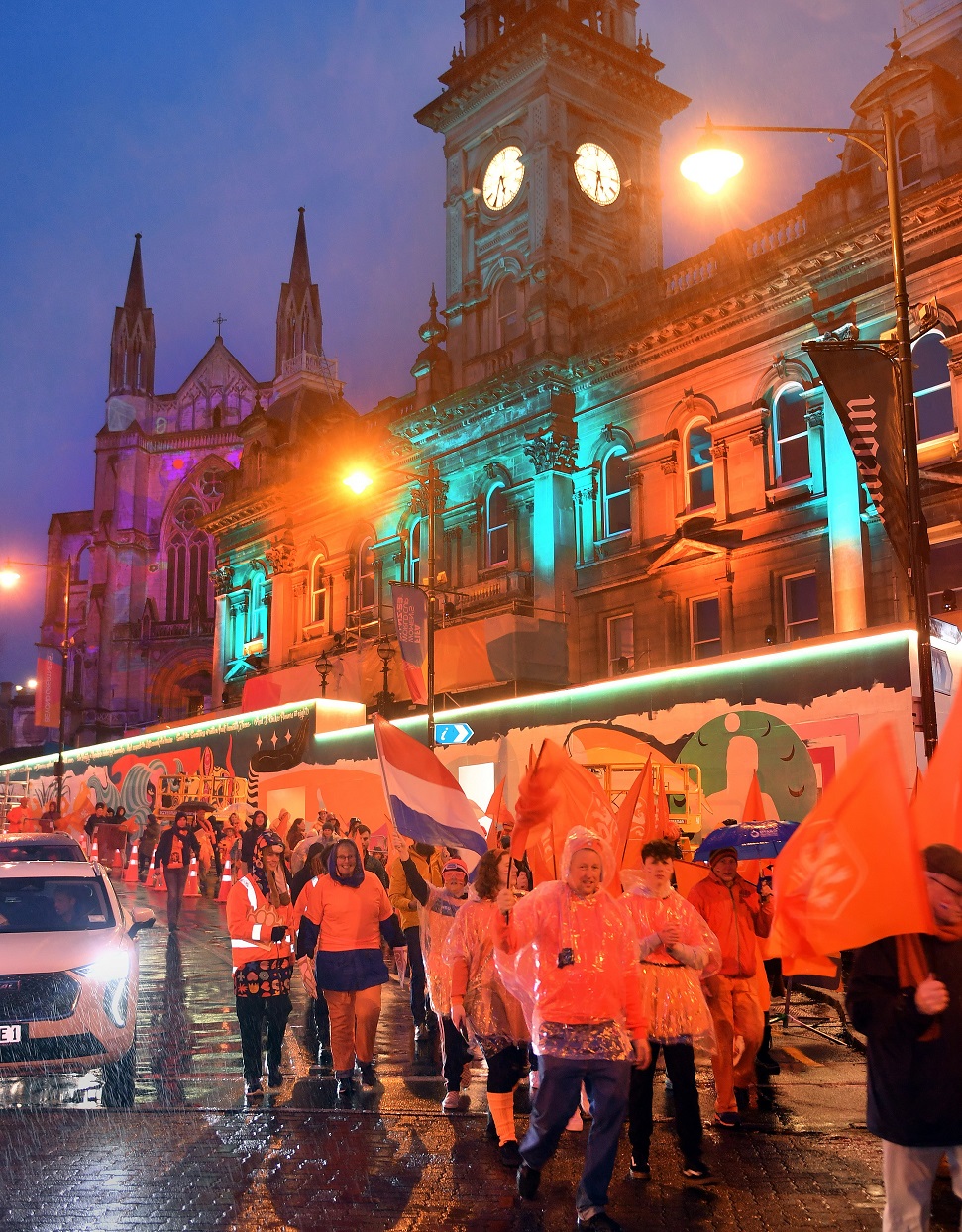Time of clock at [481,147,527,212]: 5:34
